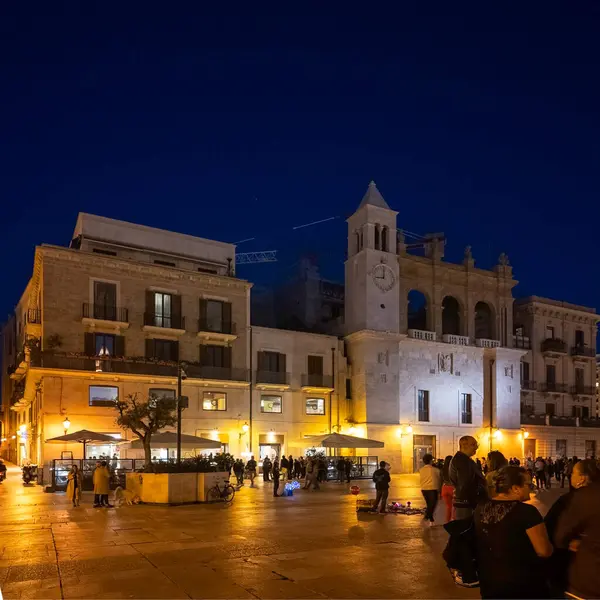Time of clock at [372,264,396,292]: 9:01
